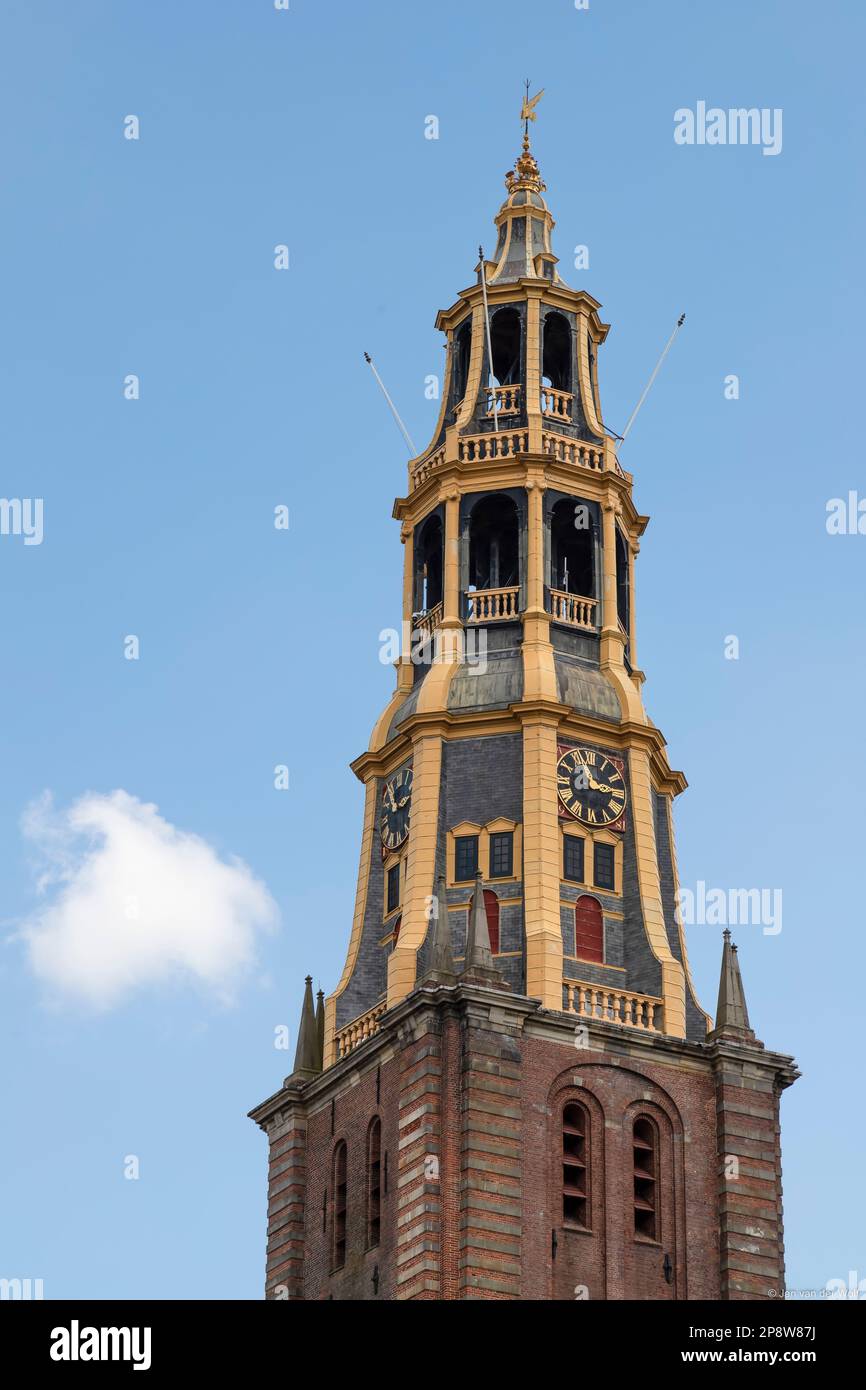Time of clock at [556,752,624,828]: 2:56
